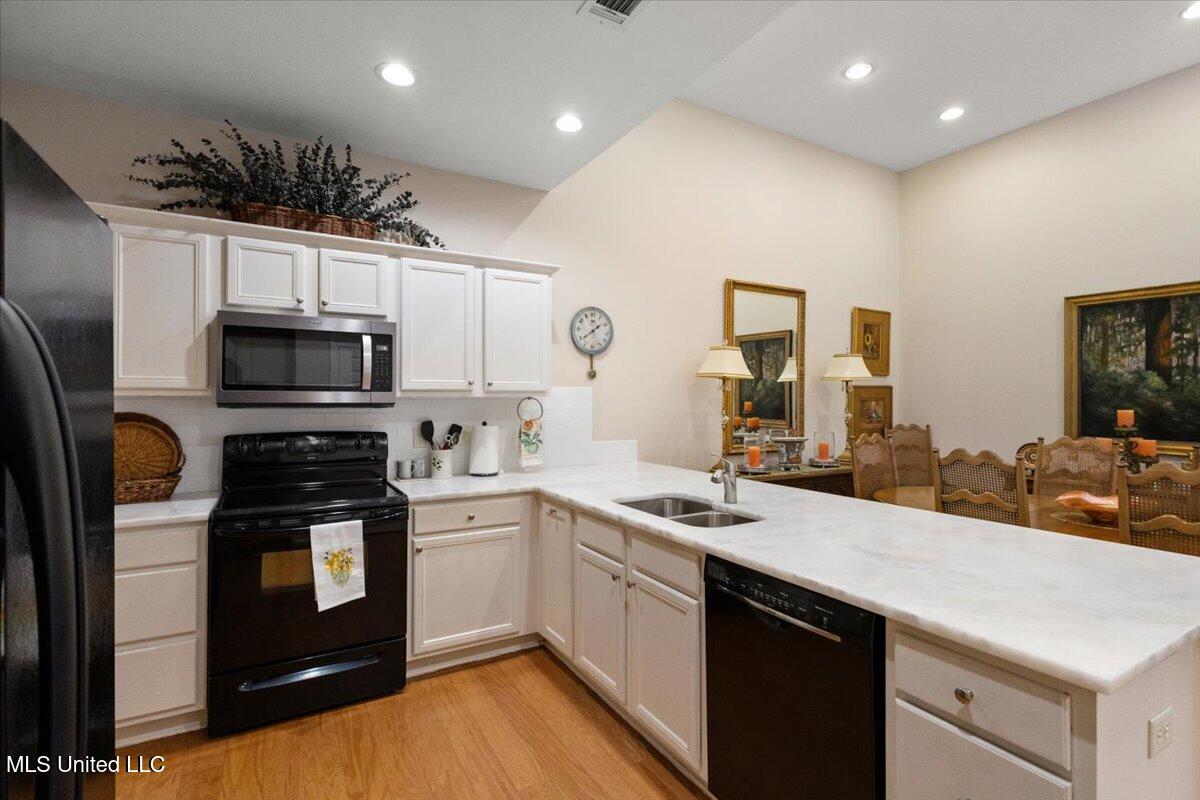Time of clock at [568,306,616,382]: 1:39
